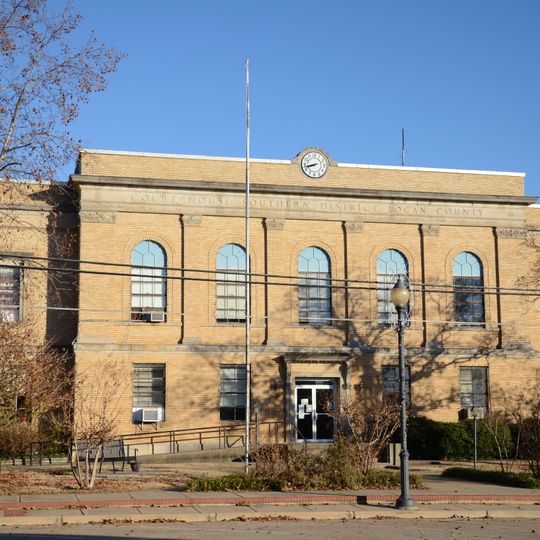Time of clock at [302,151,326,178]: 8:42
